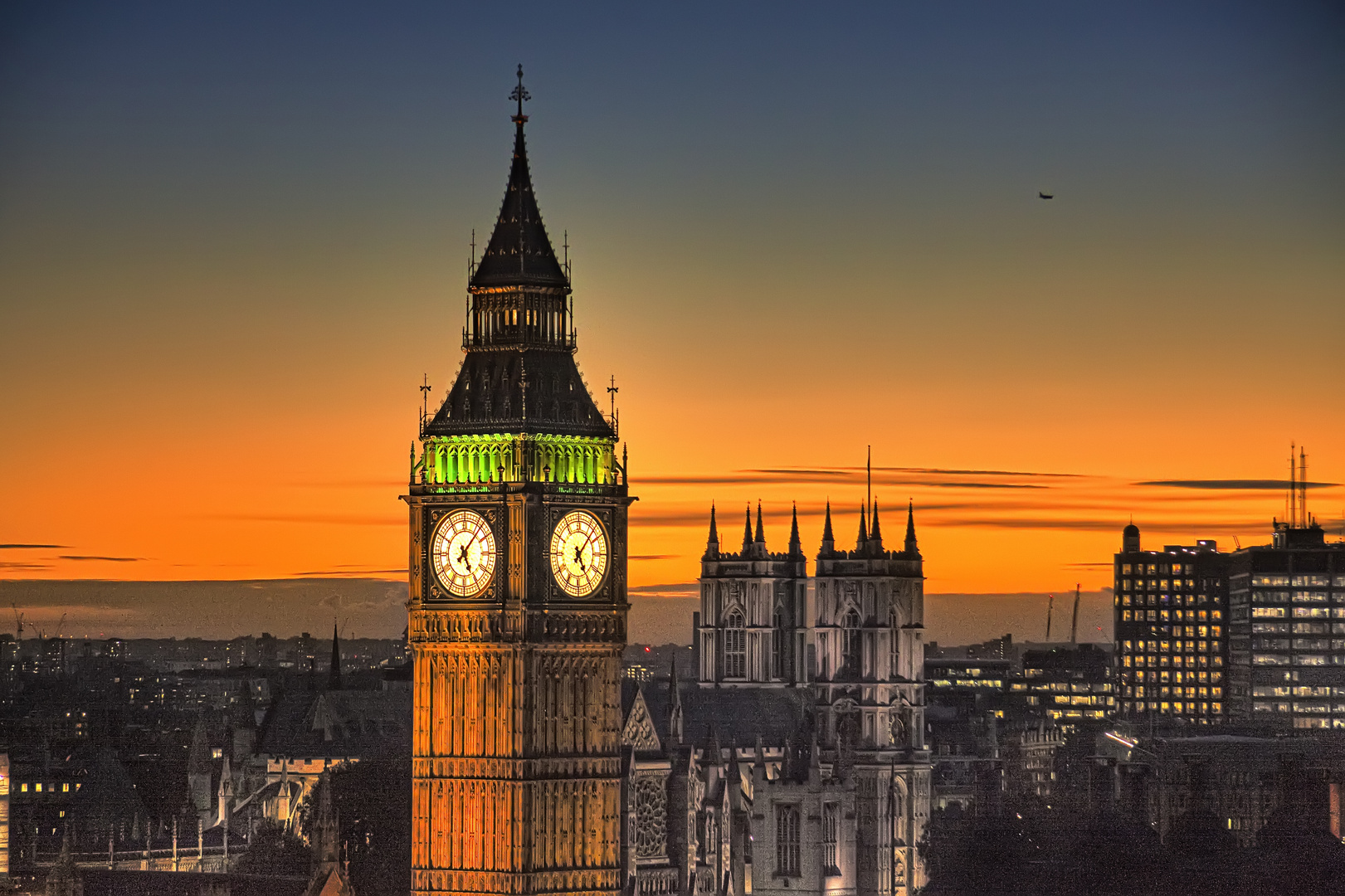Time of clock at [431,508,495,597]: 5:06
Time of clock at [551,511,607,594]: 5:06
